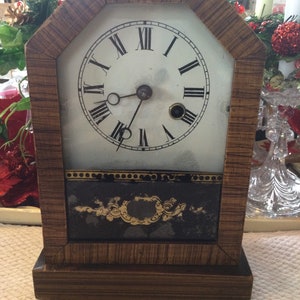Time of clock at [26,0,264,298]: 8:33
